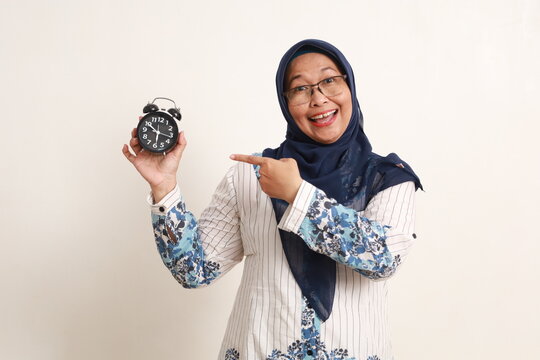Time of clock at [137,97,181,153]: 10:17
